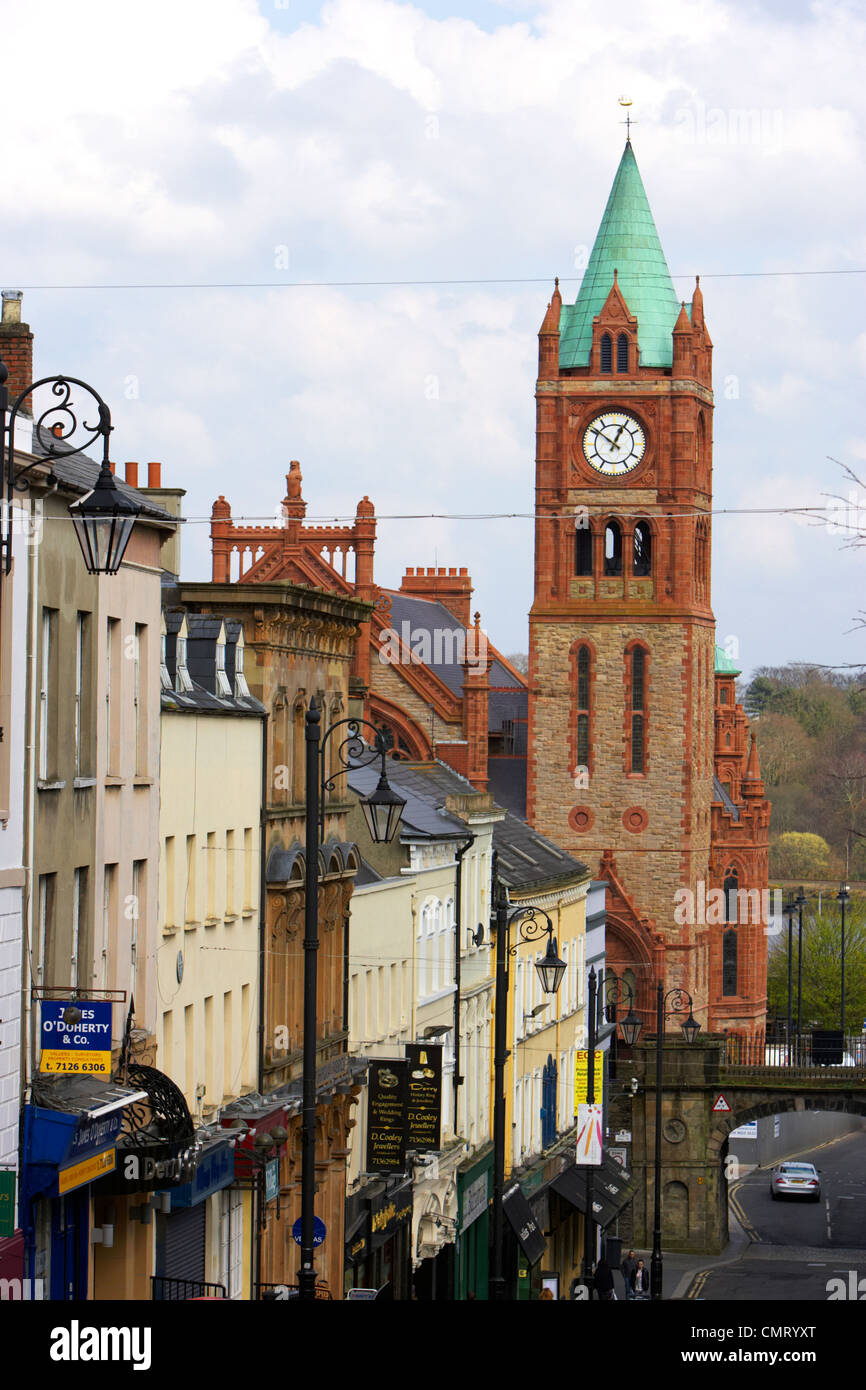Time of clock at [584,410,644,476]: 12:51
